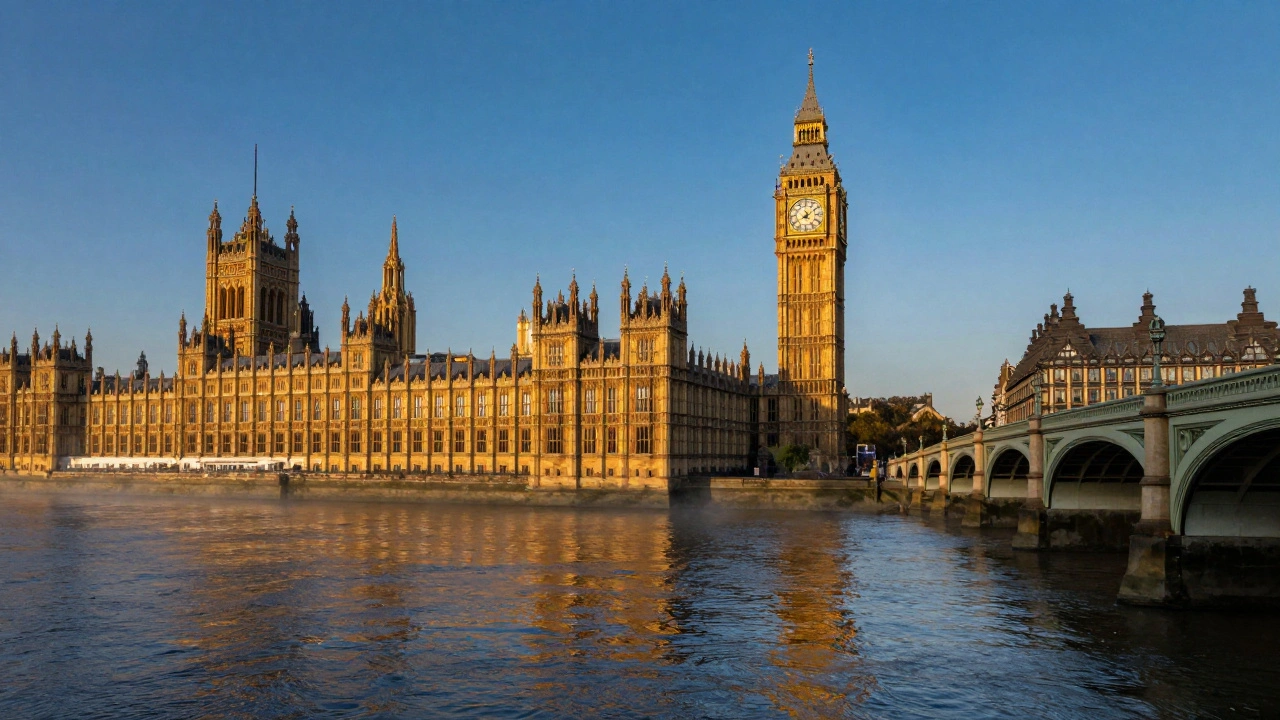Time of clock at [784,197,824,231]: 8:09
